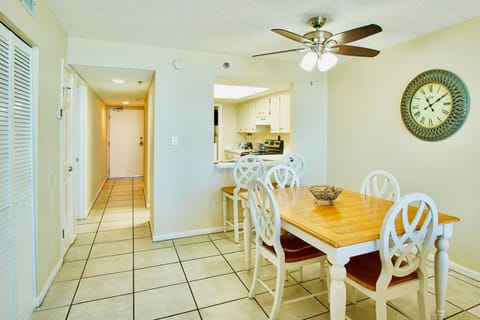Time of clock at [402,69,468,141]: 11:09
